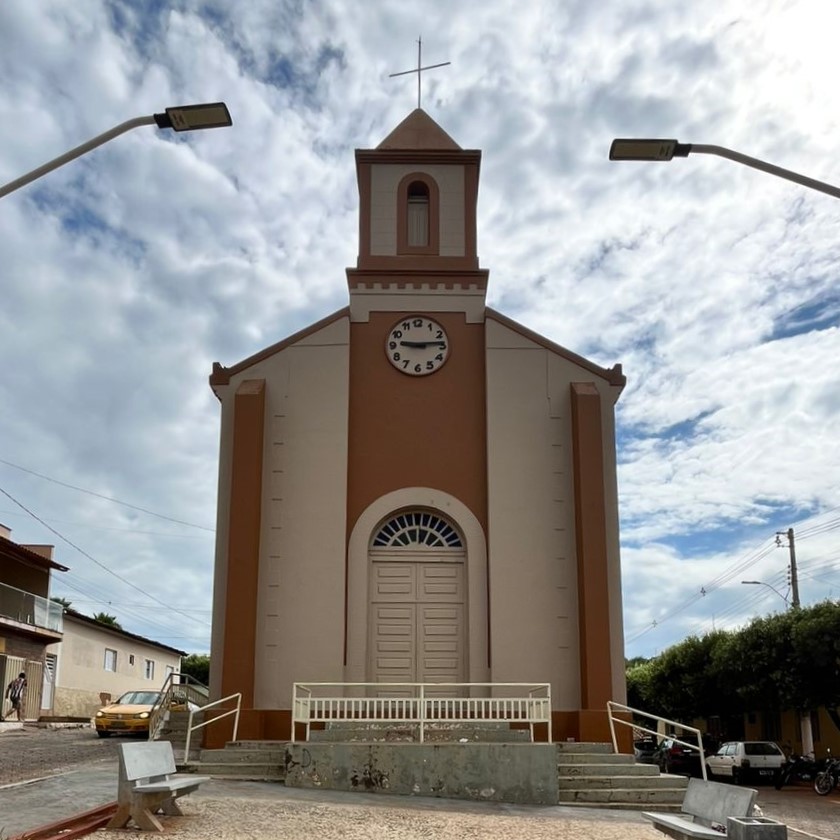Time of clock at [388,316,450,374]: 9:13
